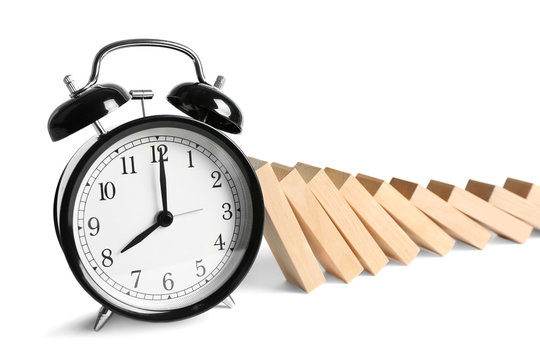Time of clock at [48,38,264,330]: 8:00
